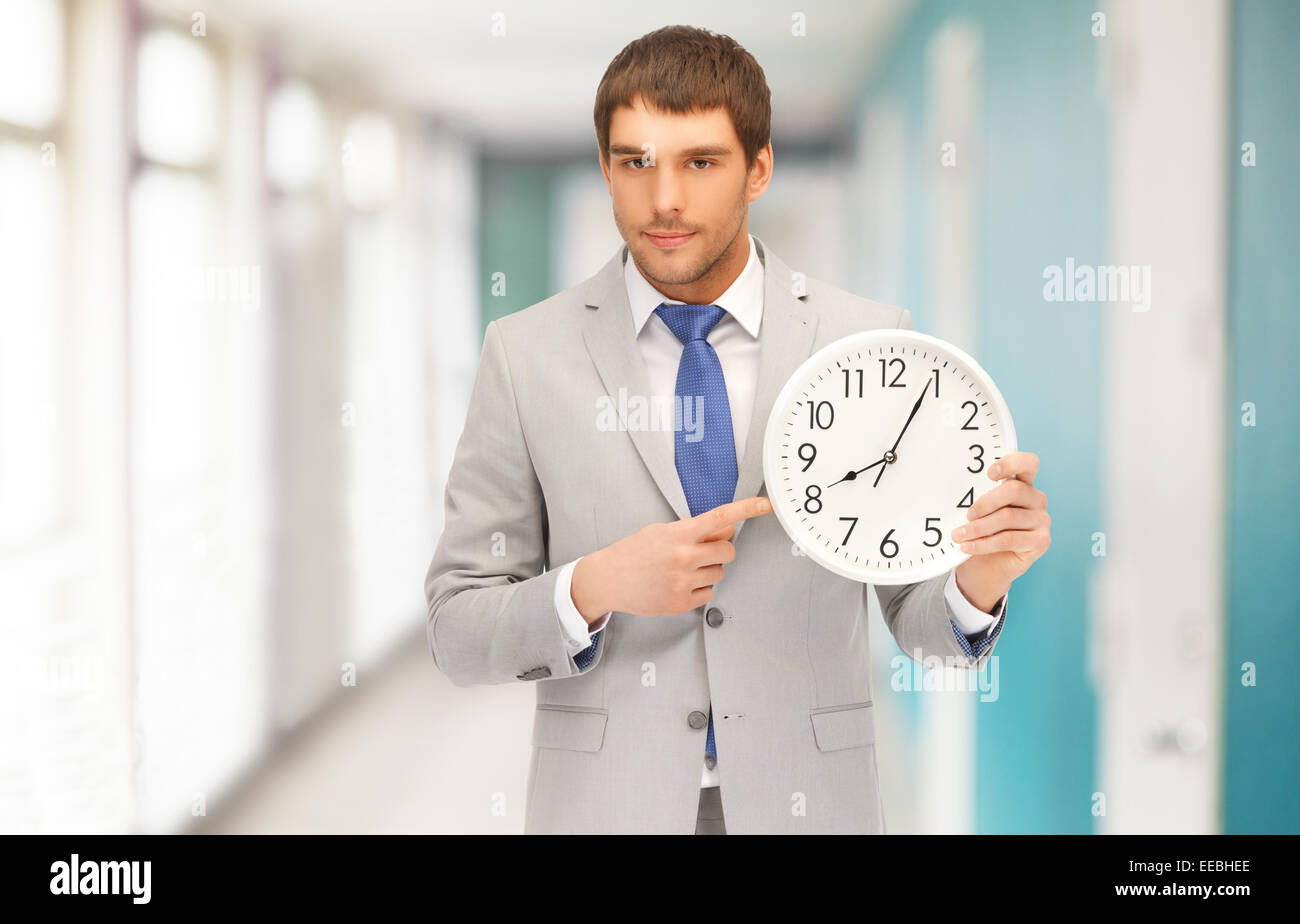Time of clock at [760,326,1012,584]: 8:04
